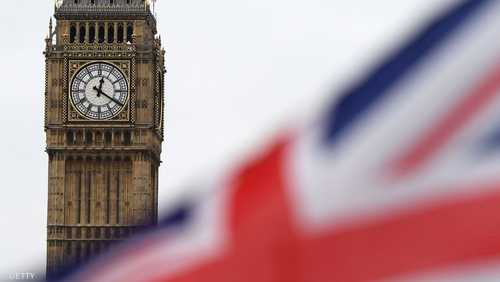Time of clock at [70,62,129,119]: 12:20
